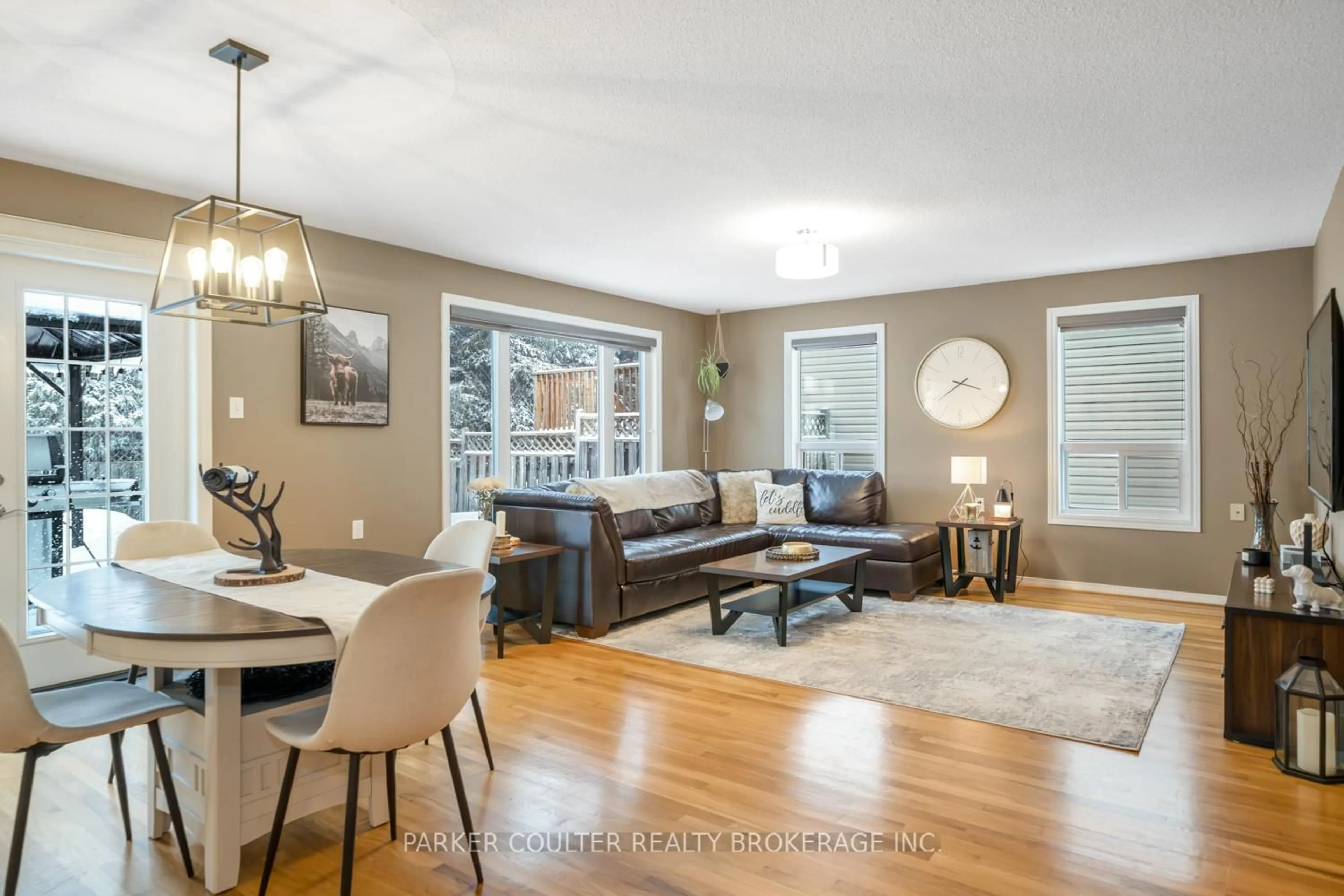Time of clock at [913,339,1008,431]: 3:39
